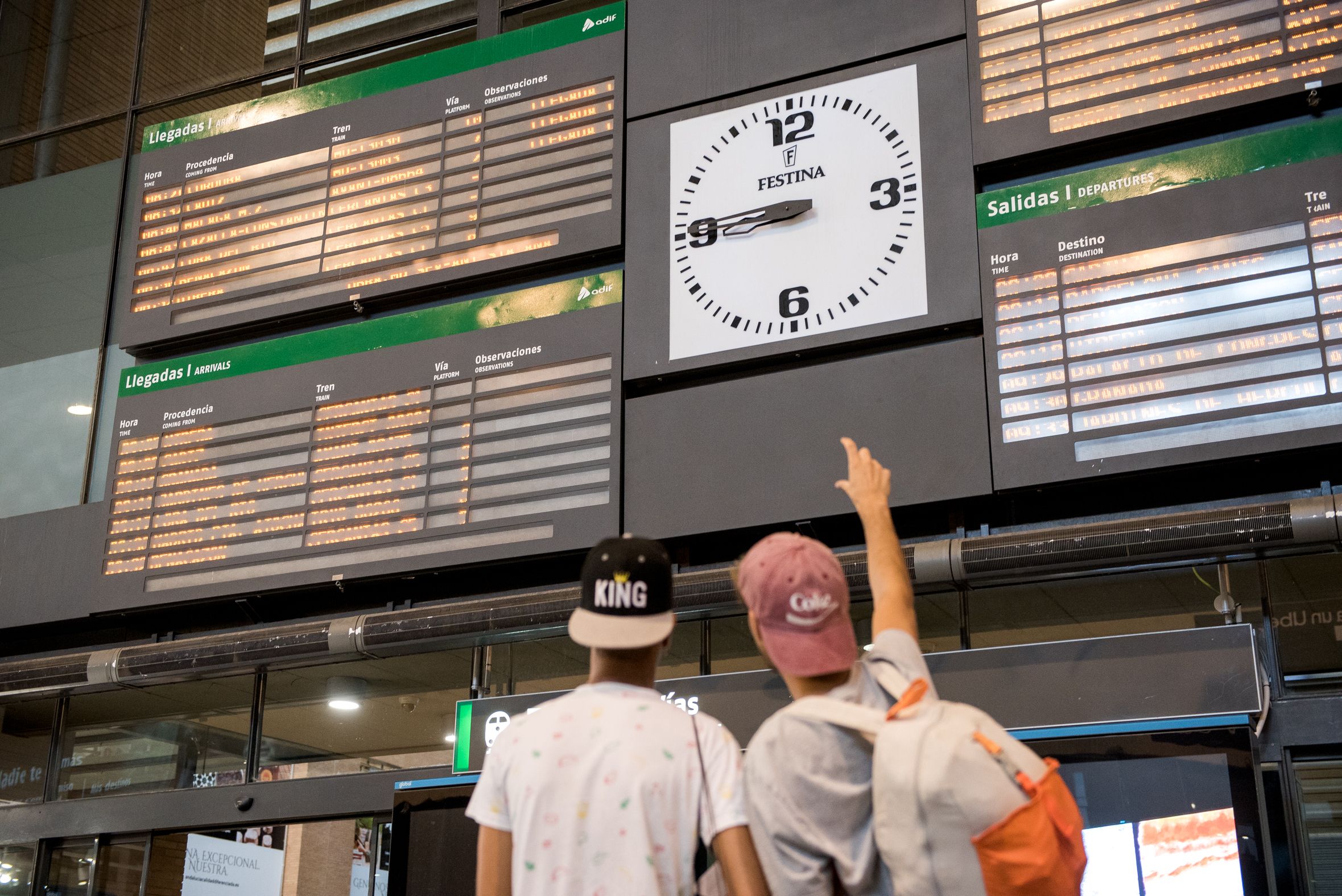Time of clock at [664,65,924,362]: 8:45
